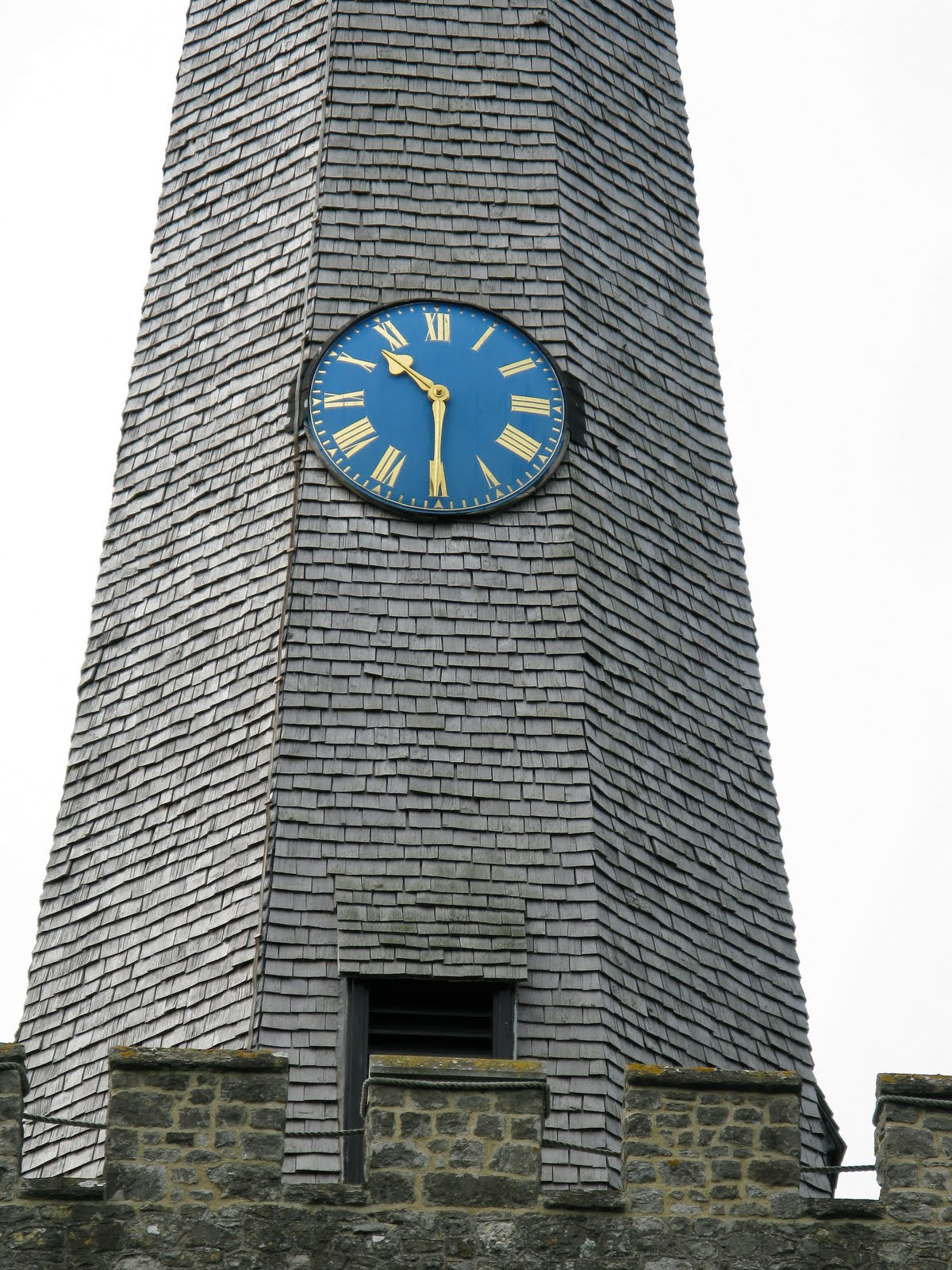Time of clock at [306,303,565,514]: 10:30
